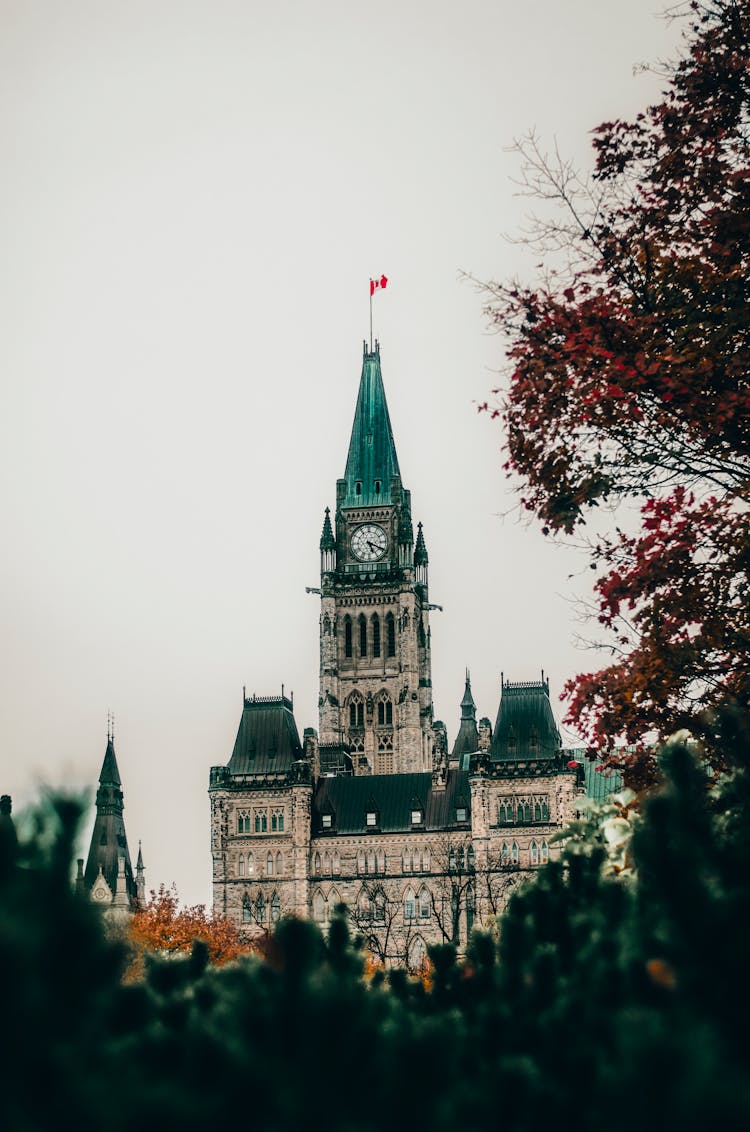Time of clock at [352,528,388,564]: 5:19
